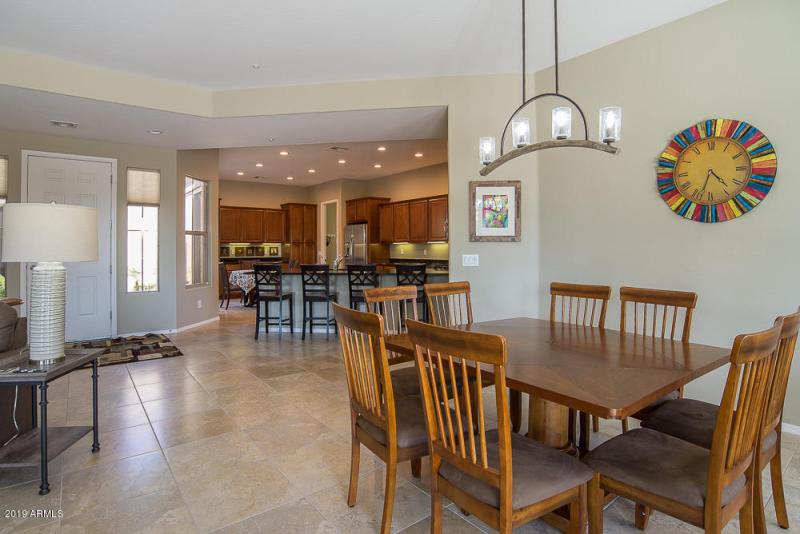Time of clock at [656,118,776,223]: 4:32
